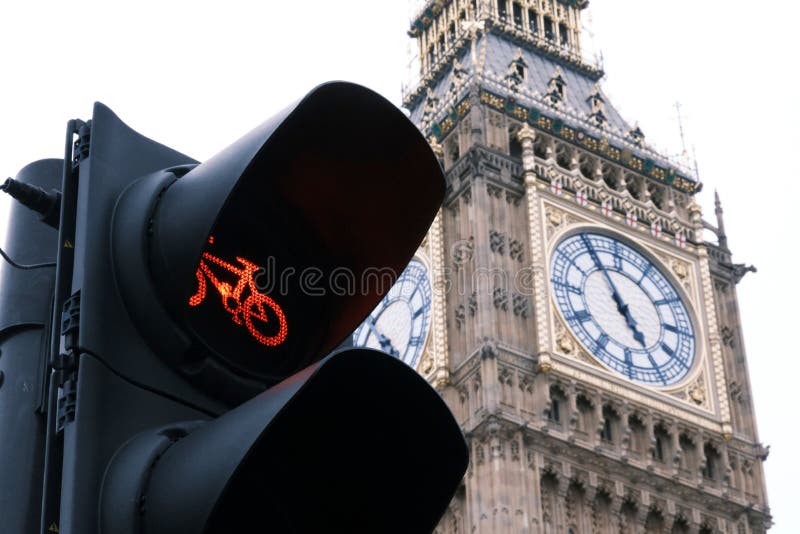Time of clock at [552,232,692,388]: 4:55
